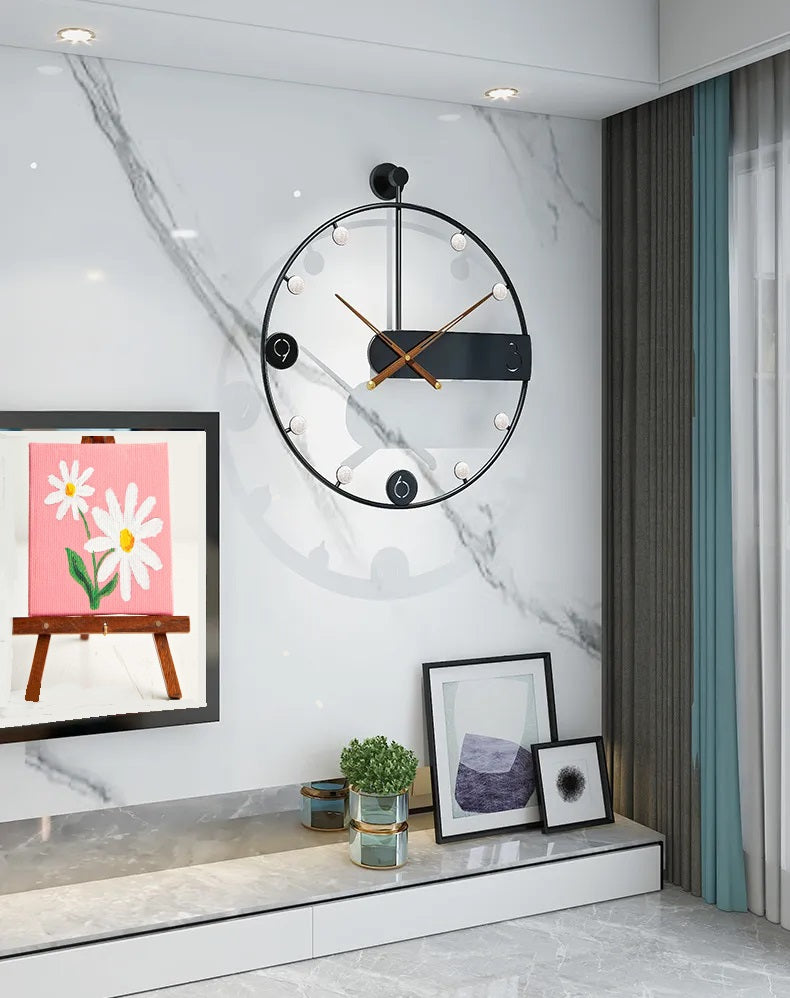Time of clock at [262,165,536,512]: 3:00
